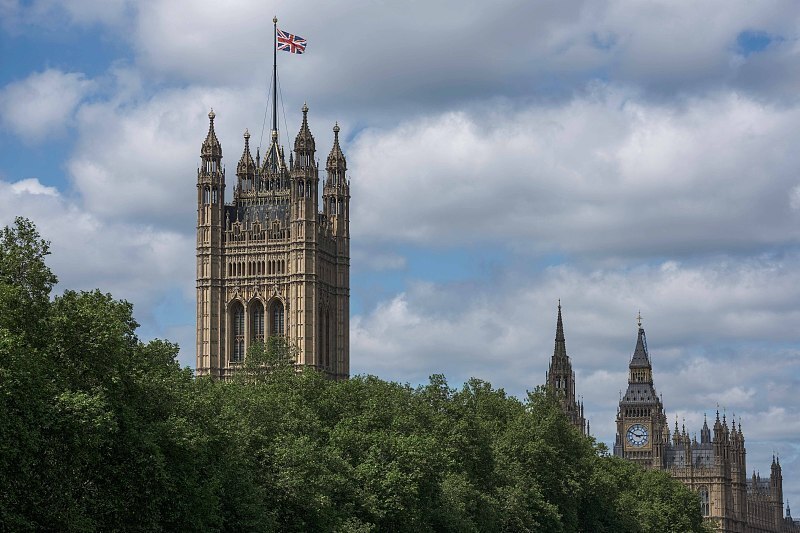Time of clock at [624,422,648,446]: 2:49
